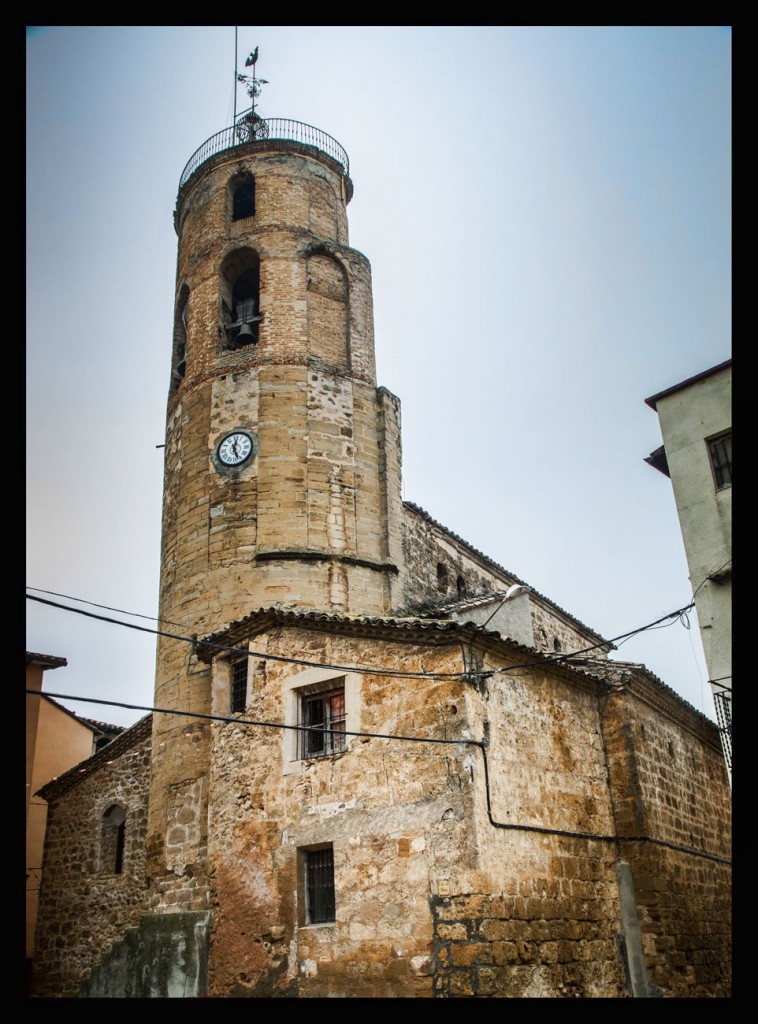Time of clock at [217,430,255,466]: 12:26
